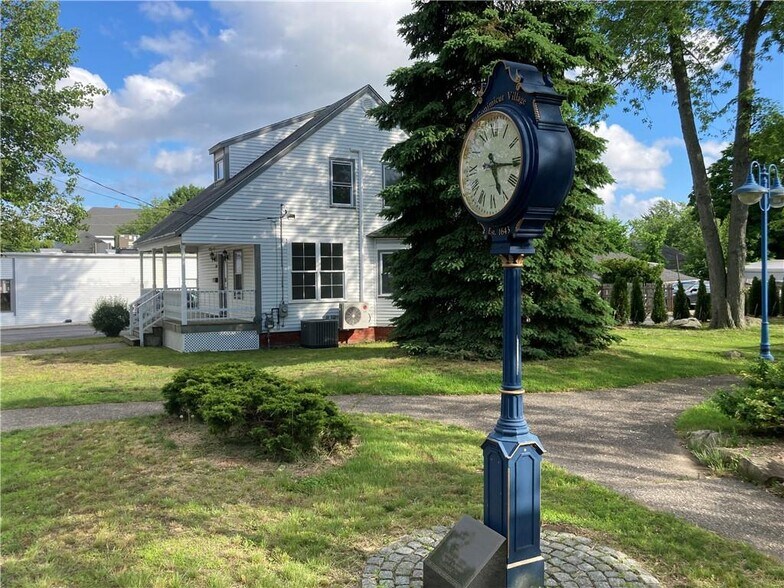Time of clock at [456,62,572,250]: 5:16
